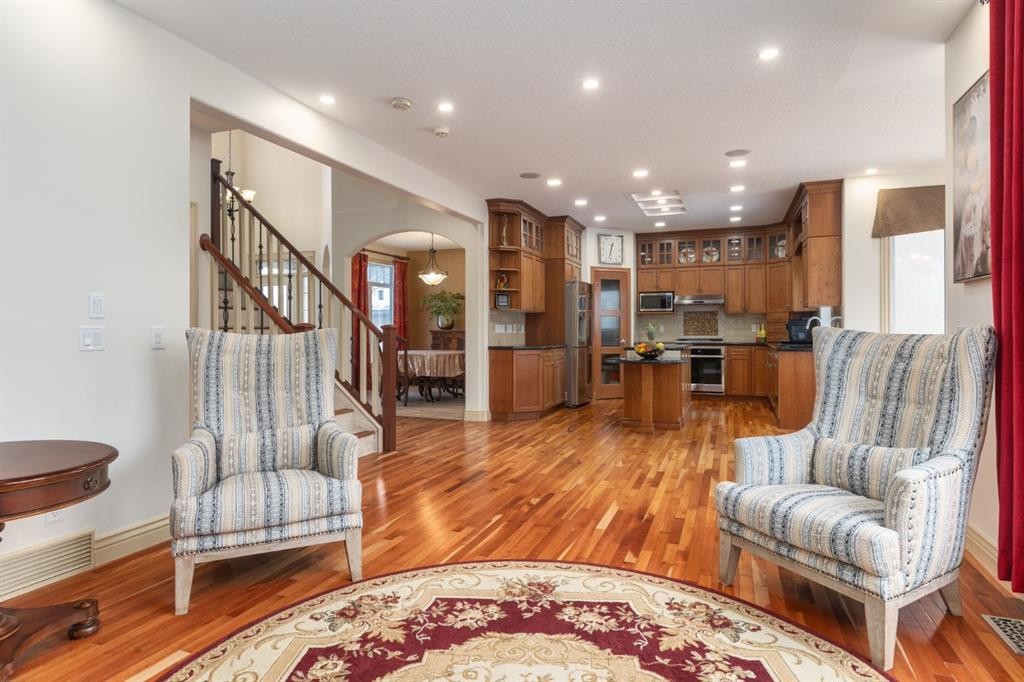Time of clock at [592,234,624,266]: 12:32
